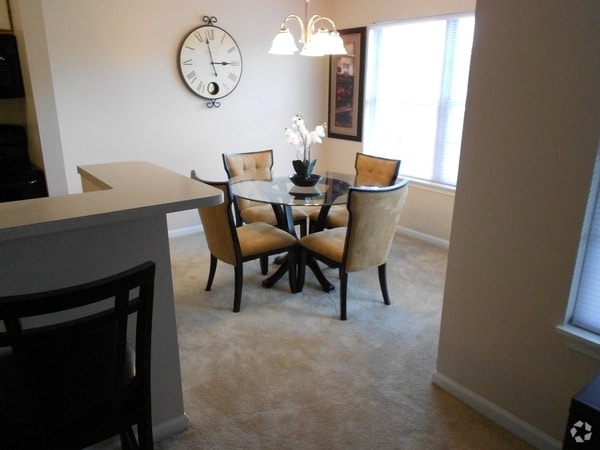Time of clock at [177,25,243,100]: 2:58
